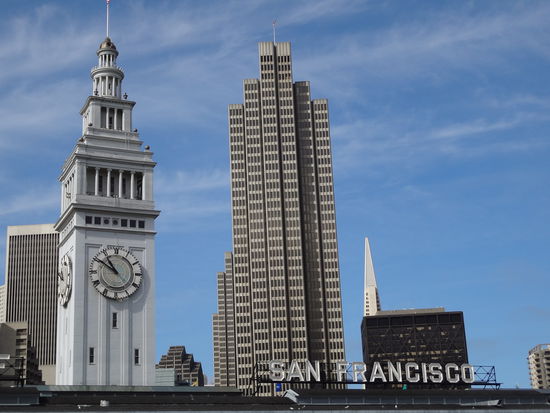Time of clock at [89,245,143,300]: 10:50
